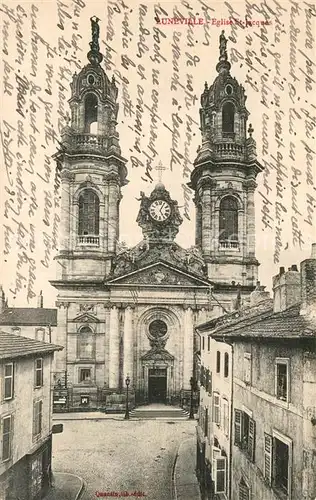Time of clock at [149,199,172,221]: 5:04
